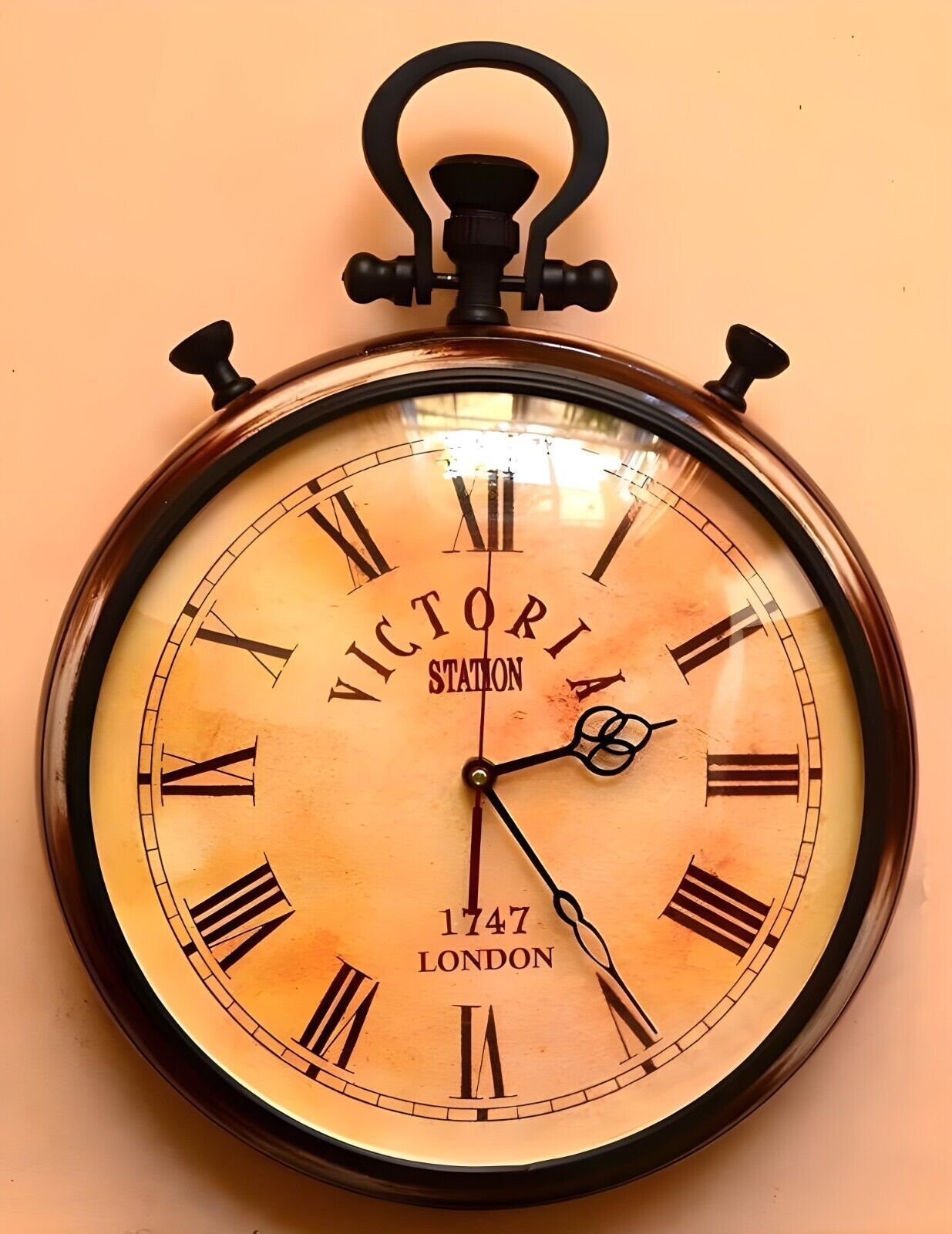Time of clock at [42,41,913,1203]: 2:24
